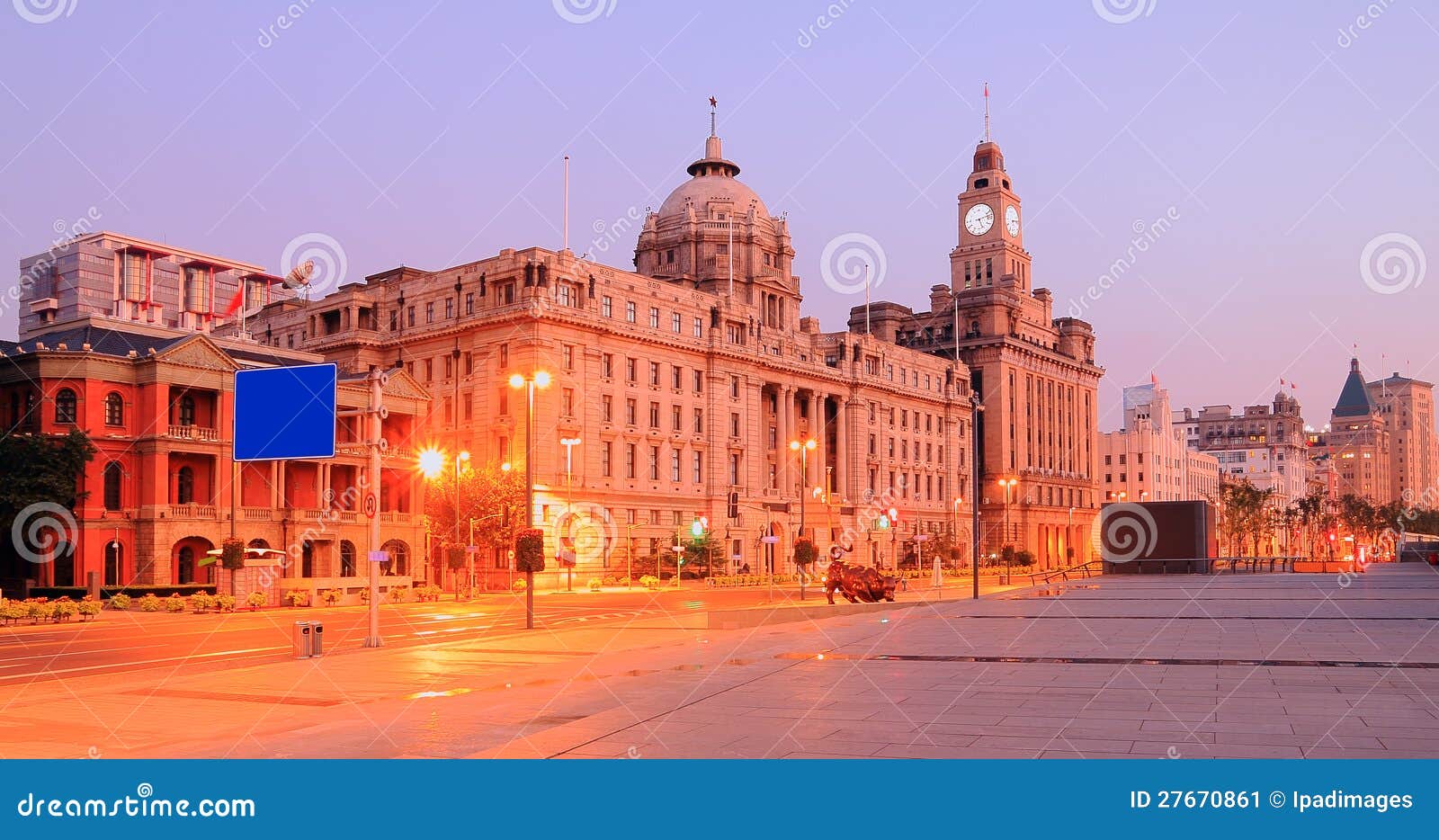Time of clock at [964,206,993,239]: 5:12
